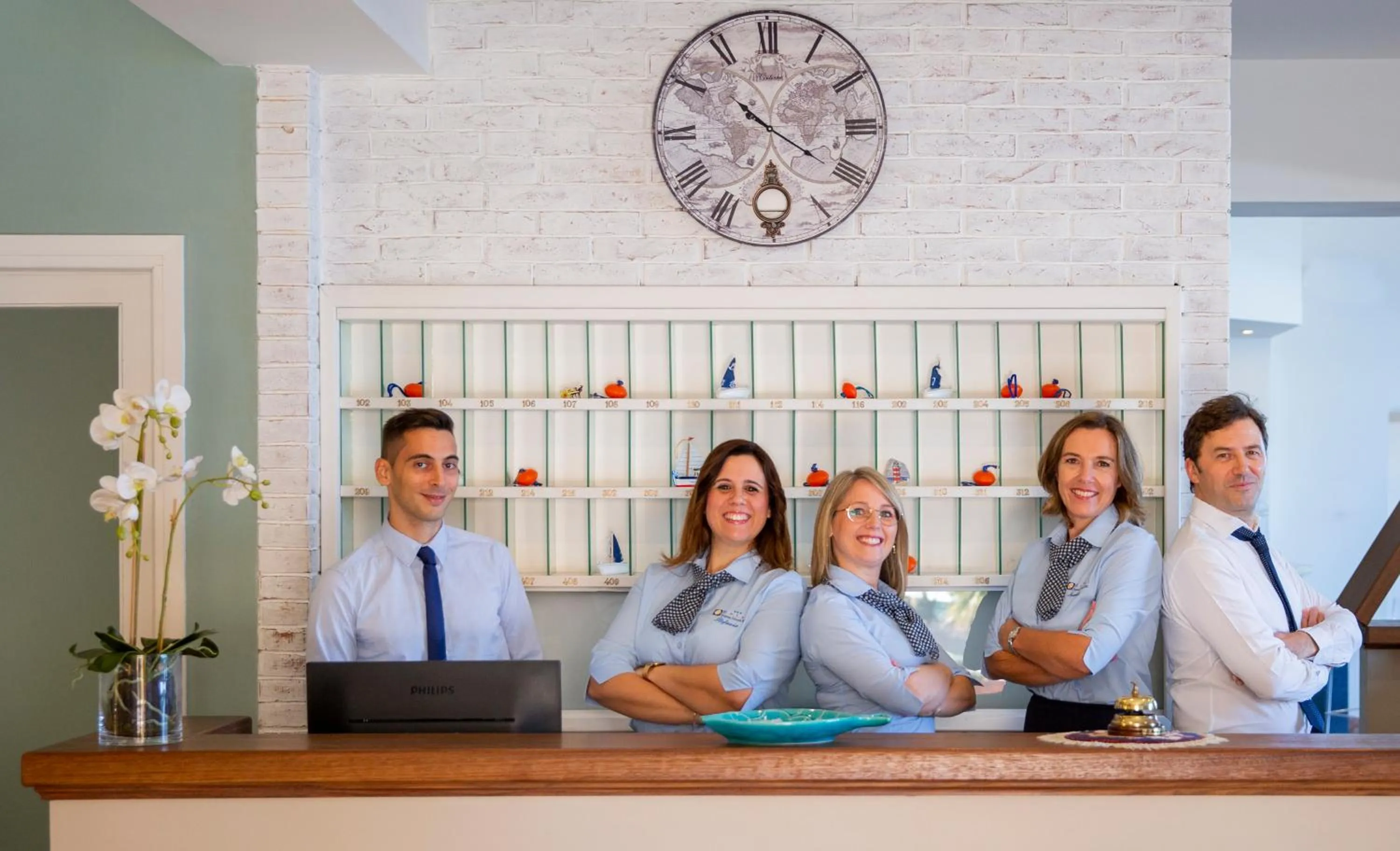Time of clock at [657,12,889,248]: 10:20
